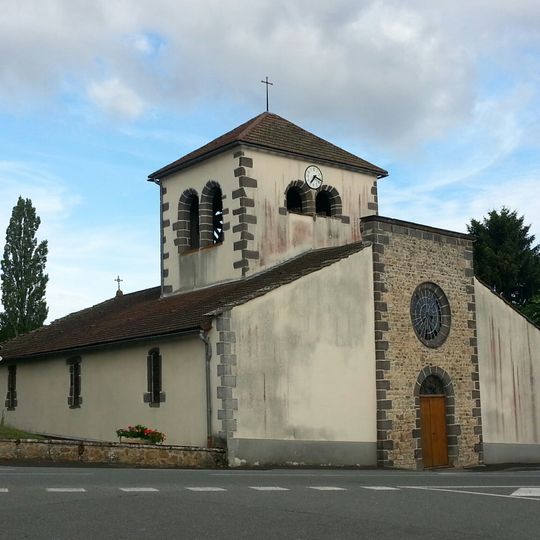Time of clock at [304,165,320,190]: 7:17
